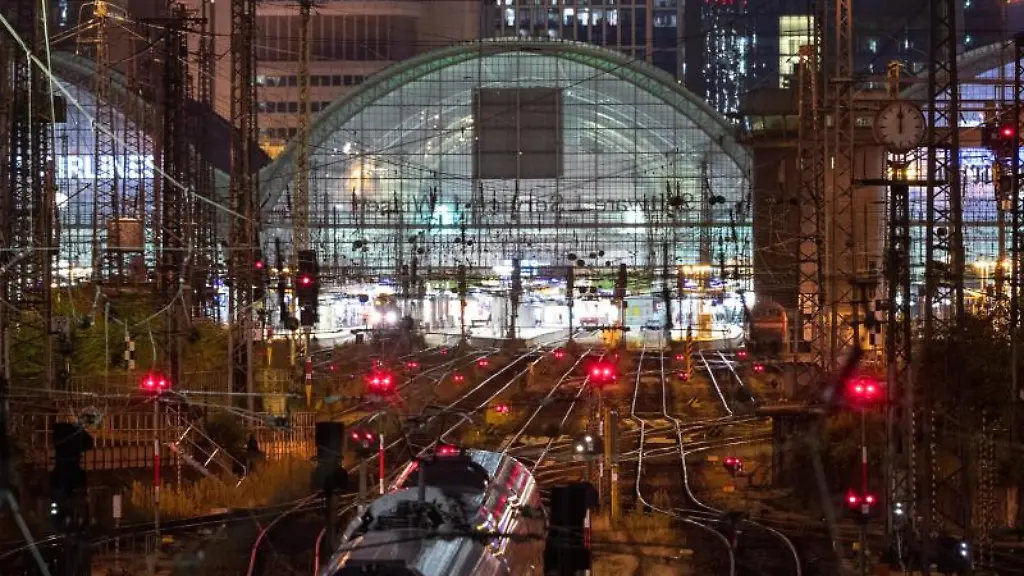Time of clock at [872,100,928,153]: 12:00
